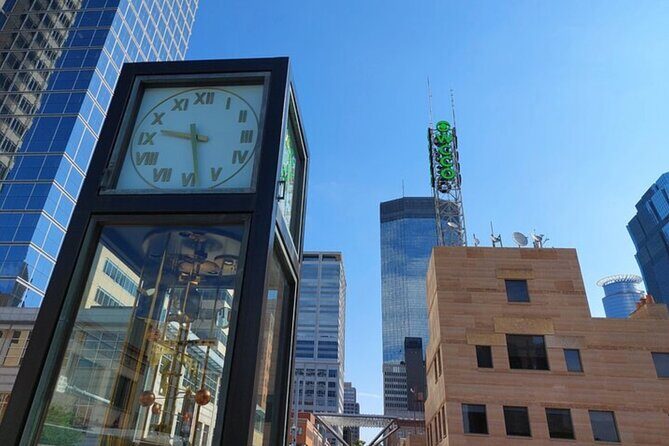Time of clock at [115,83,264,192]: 9:28
